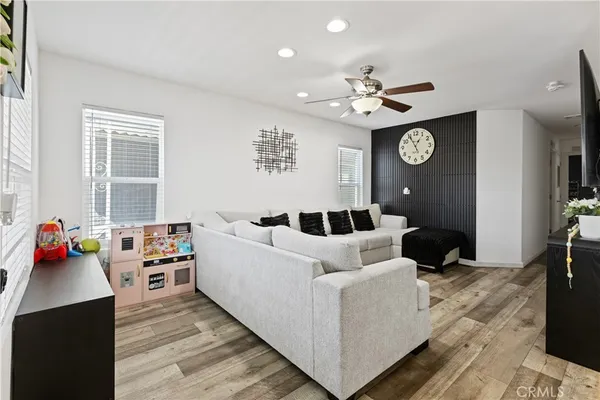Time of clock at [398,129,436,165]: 12:55
